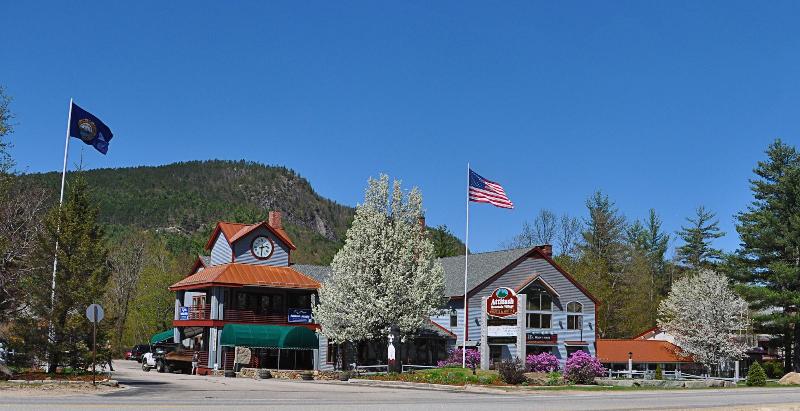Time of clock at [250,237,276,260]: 2:30
